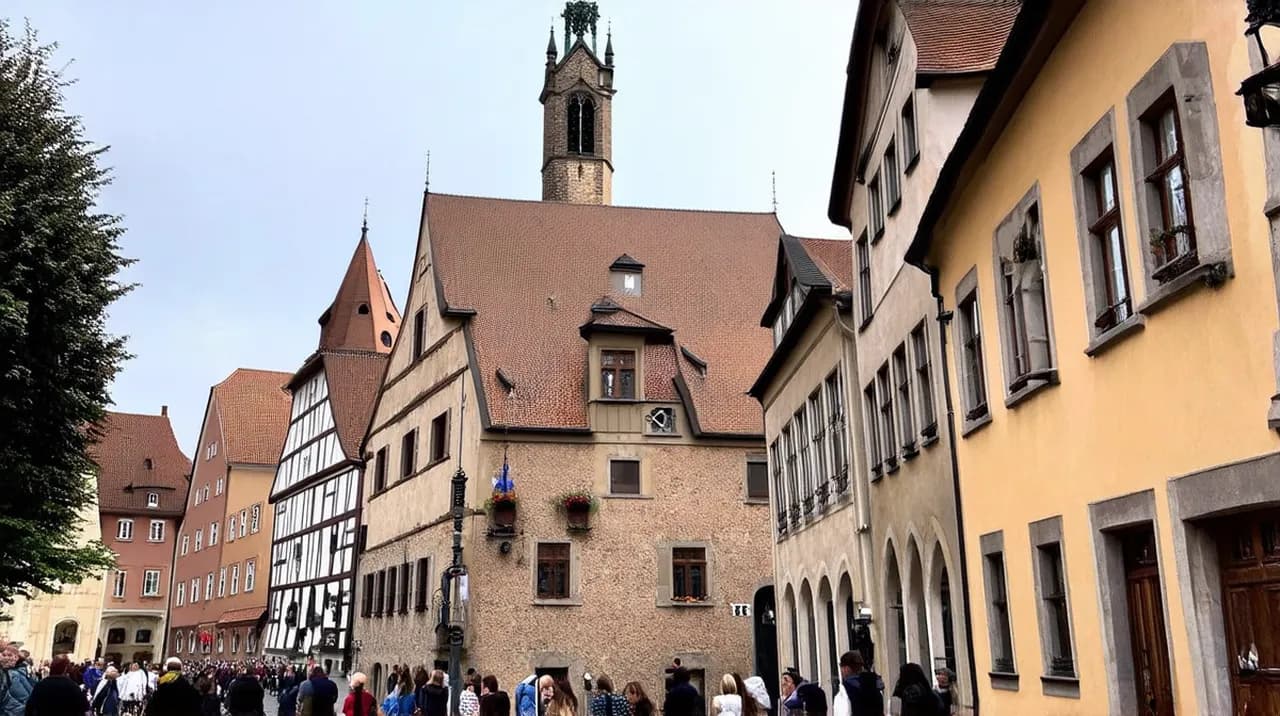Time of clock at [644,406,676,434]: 12:23
